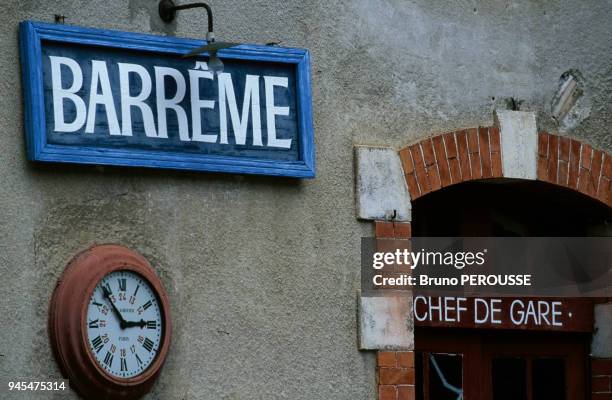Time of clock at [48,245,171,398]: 2:53
